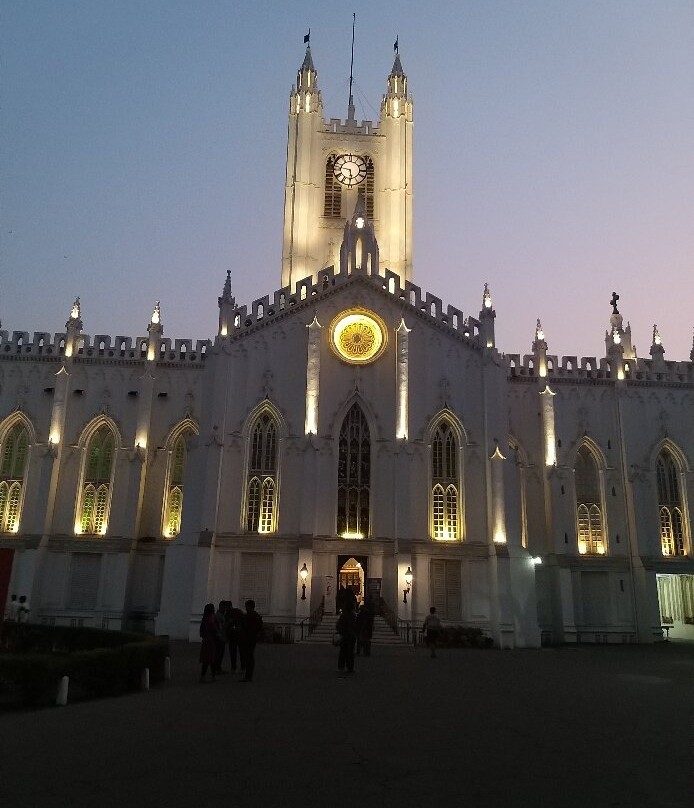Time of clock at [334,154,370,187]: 5:46
